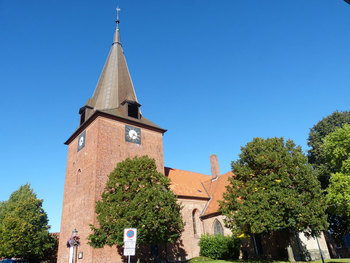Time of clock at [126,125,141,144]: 3:35
